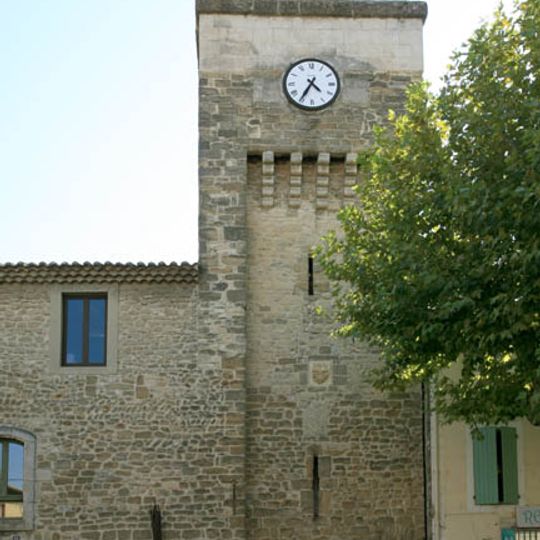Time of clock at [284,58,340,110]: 4:35
